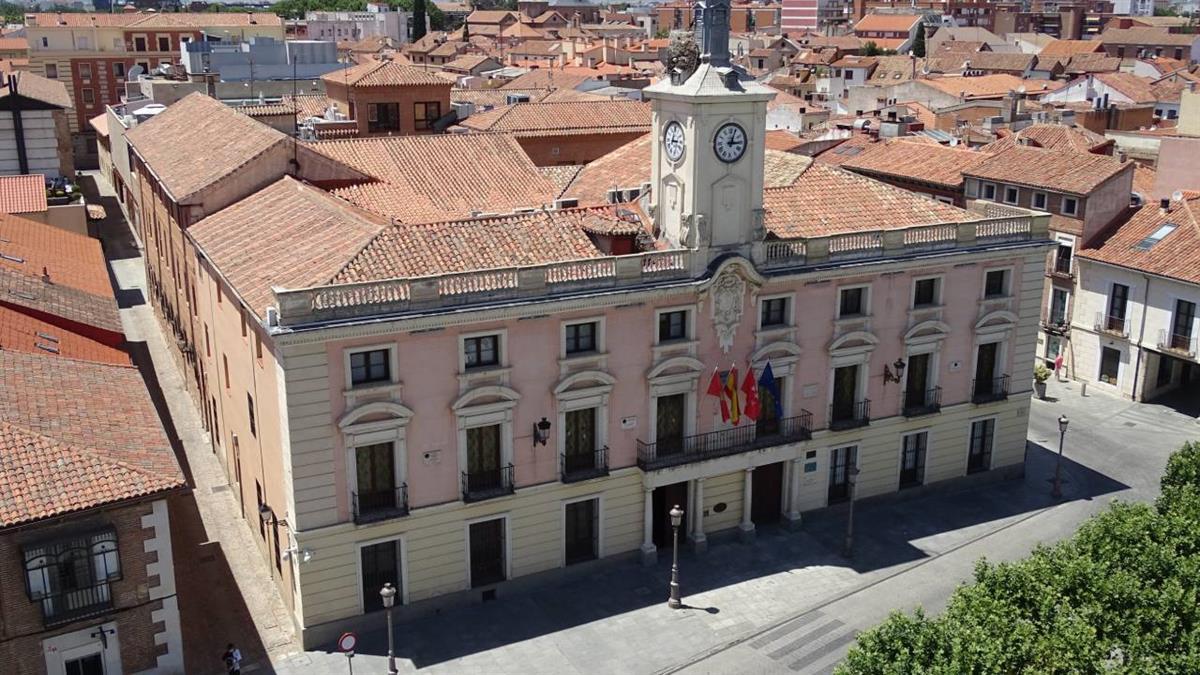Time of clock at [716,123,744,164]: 3:03
